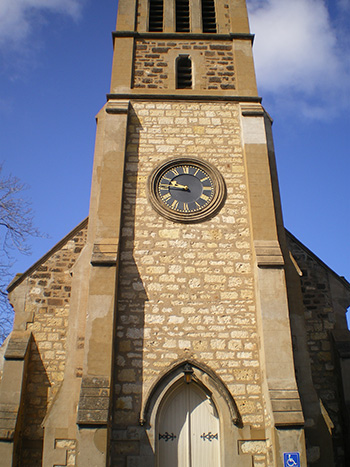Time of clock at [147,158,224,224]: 9:45
